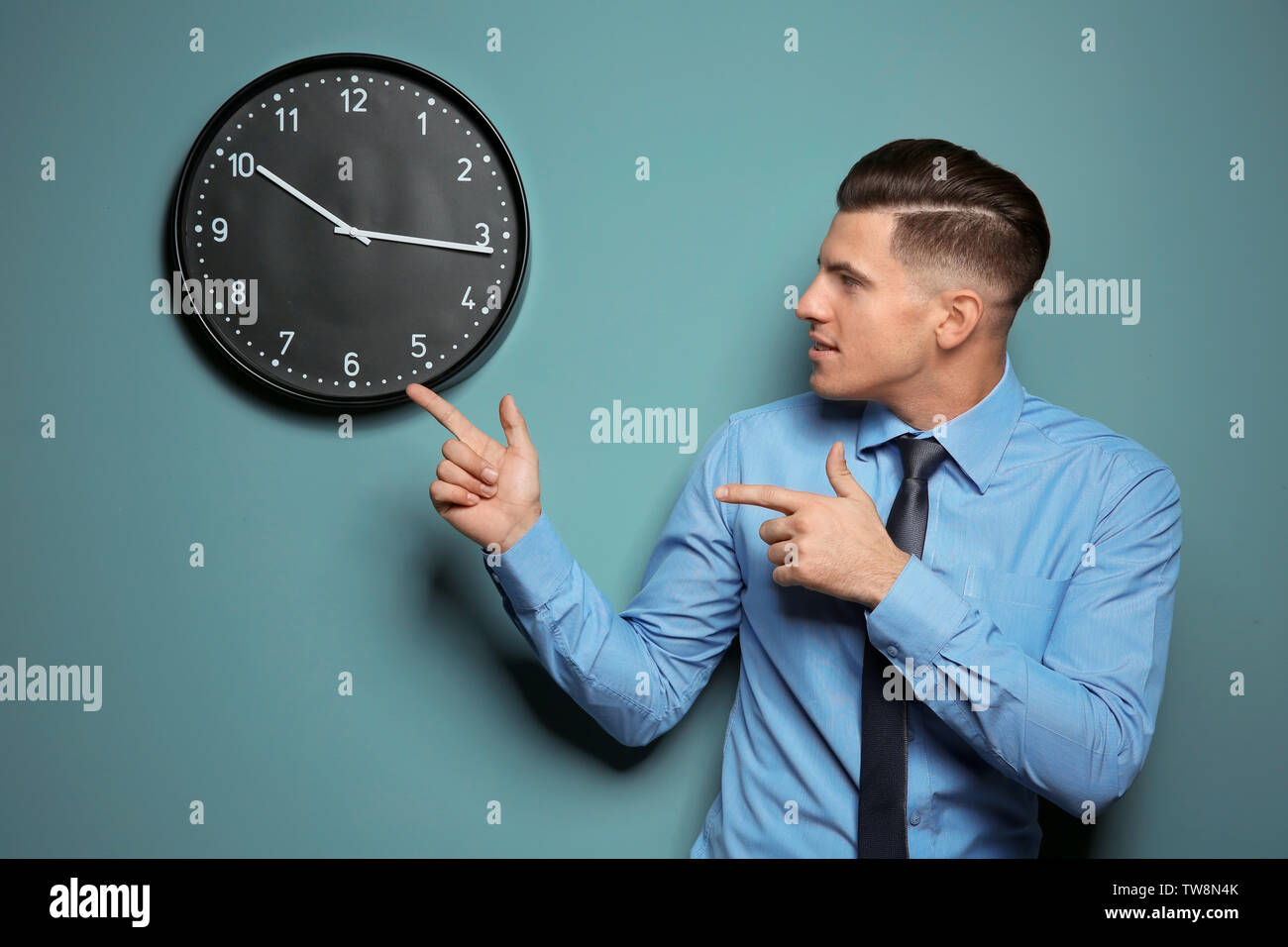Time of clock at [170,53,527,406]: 10:16
